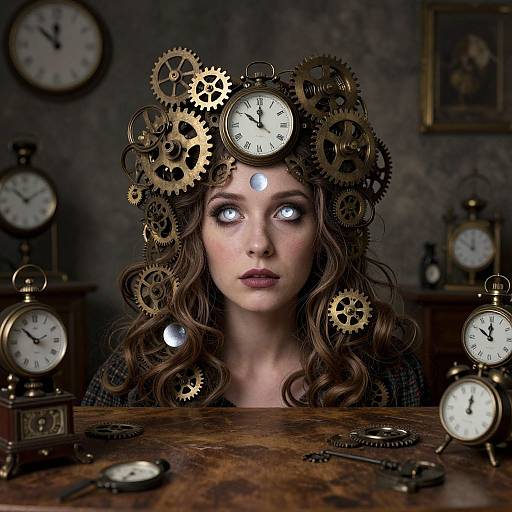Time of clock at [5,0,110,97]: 11:52
